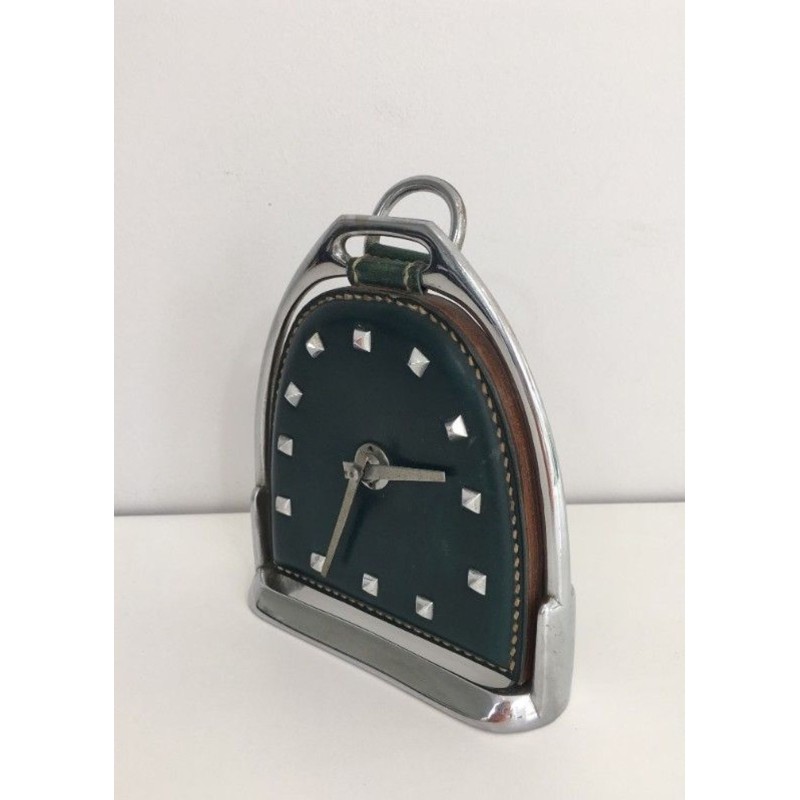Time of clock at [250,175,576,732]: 2:34
